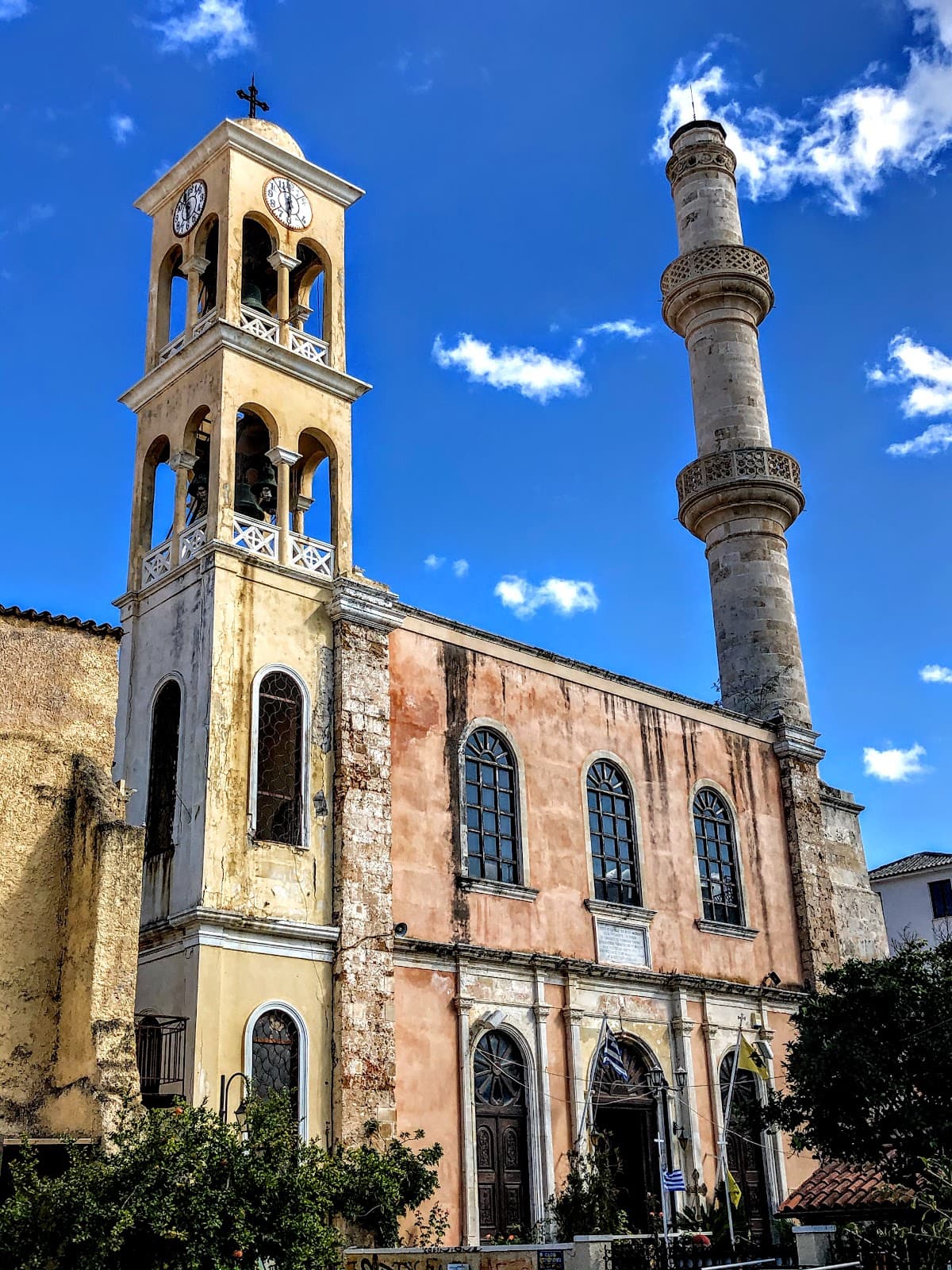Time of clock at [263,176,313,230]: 5:59
